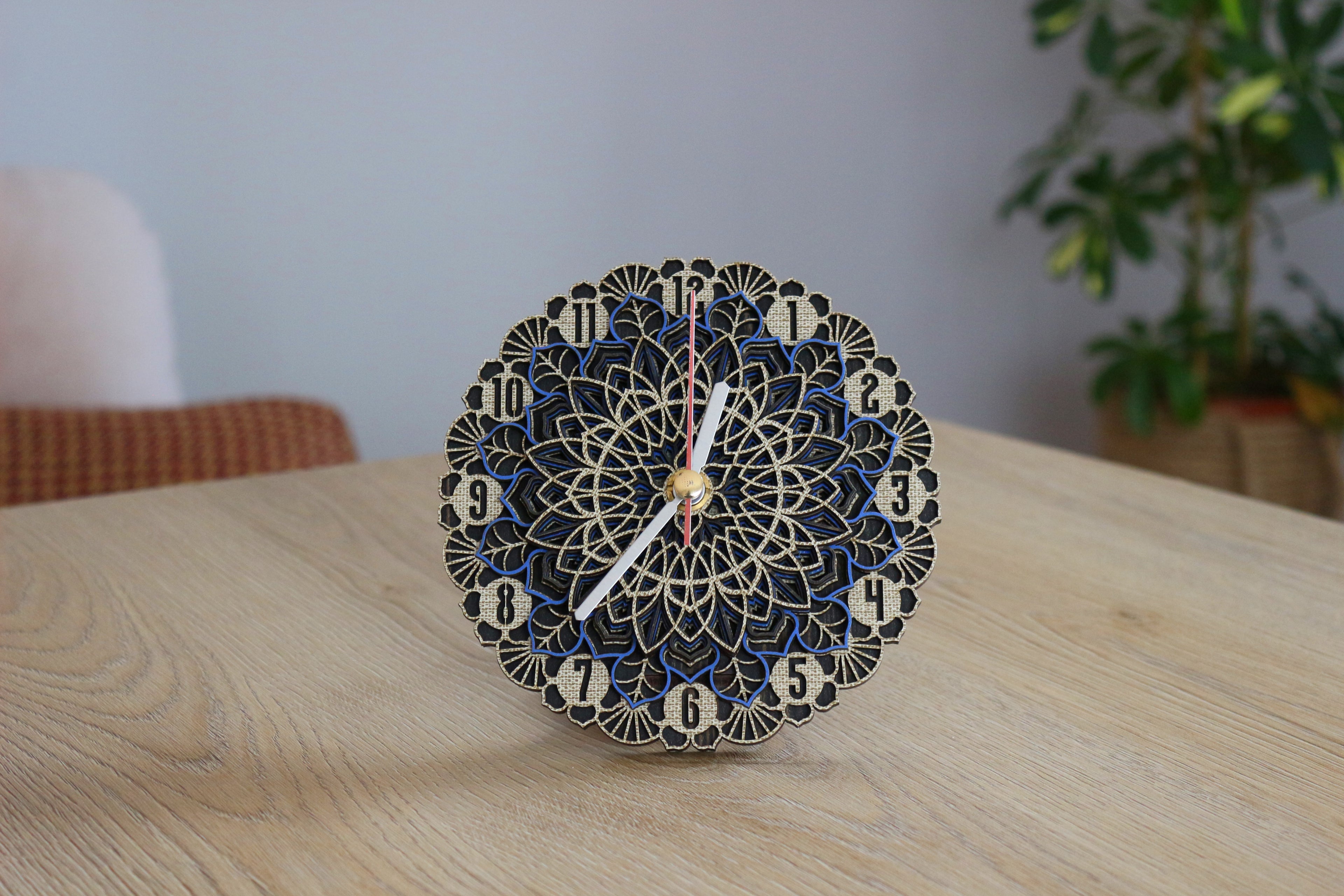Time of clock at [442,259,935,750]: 12:37
